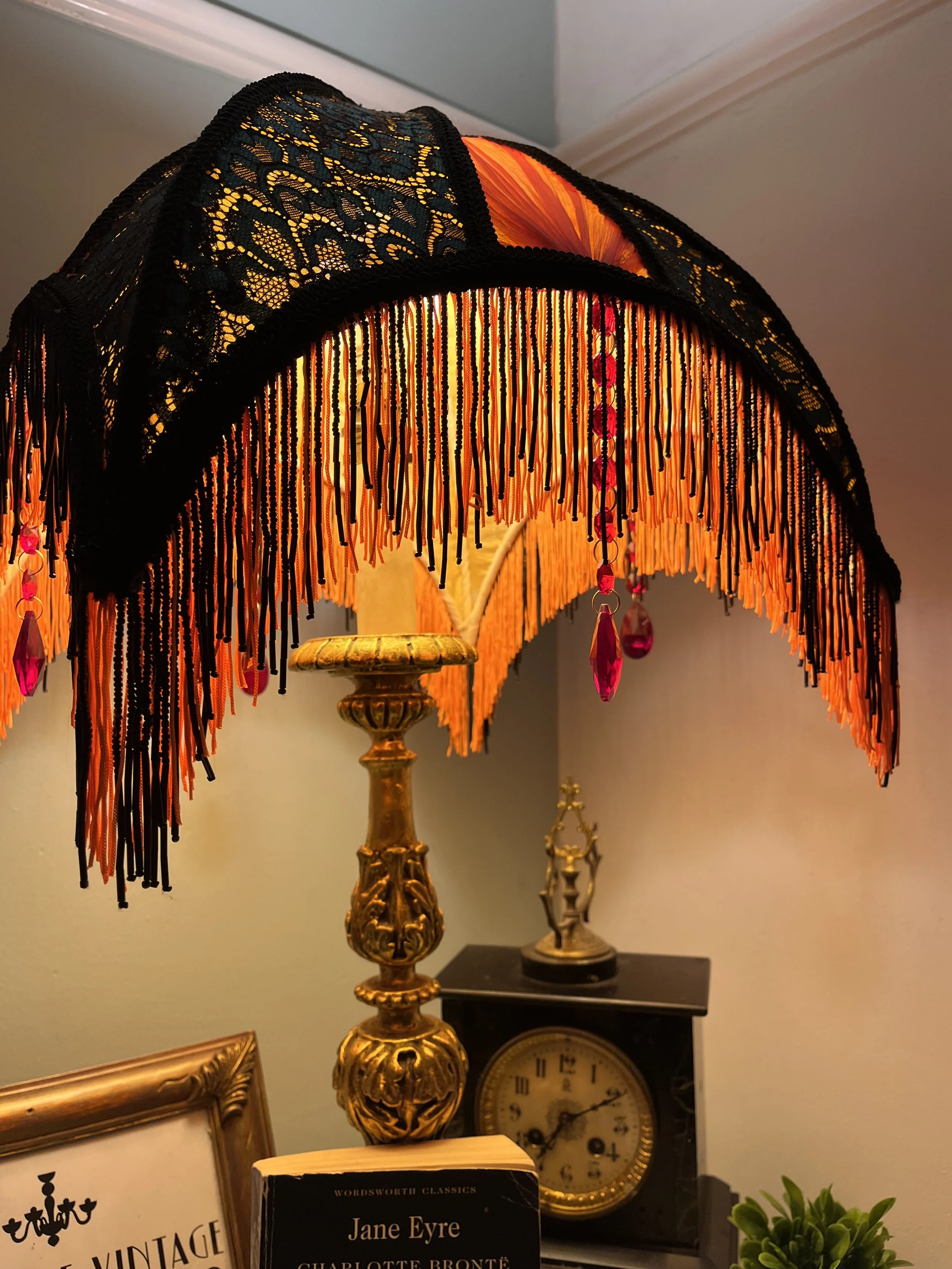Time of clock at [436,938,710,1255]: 7:09
